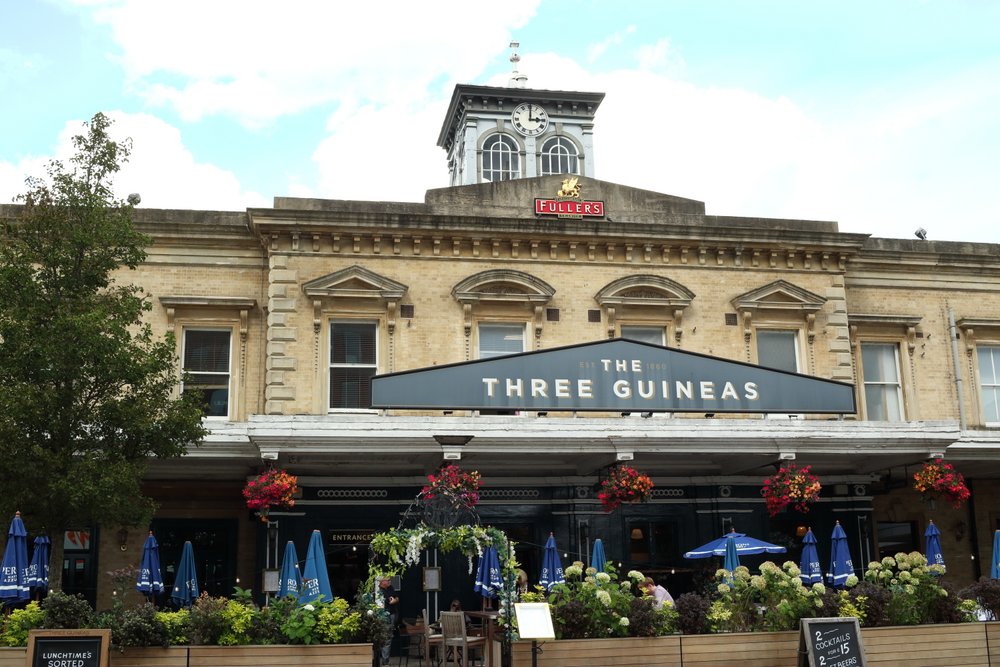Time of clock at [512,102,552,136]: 3:00
